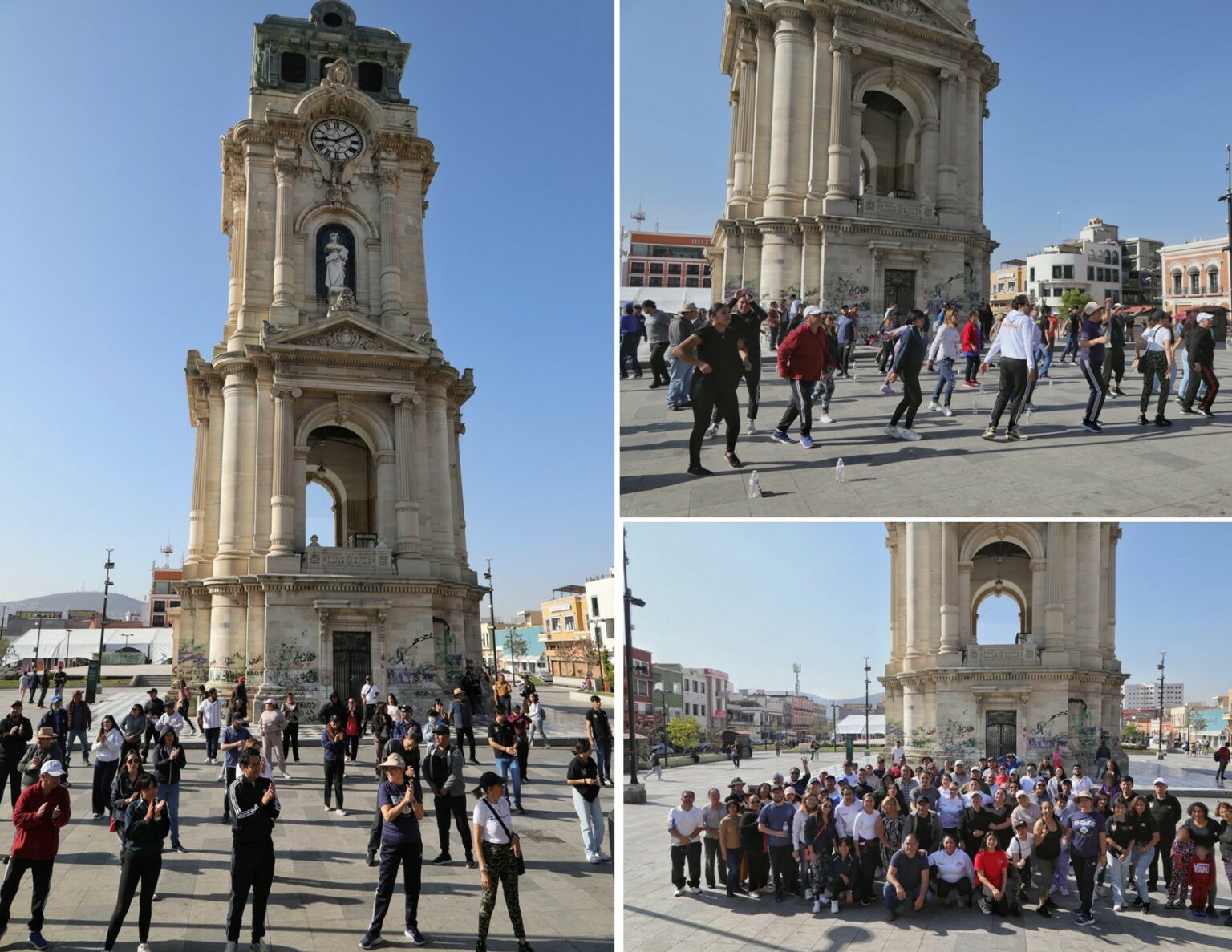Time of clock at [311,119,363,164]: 9:10
